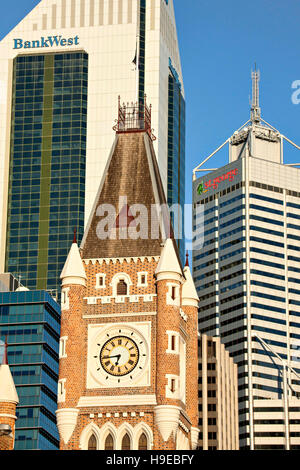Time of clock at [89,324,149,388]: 6:44
